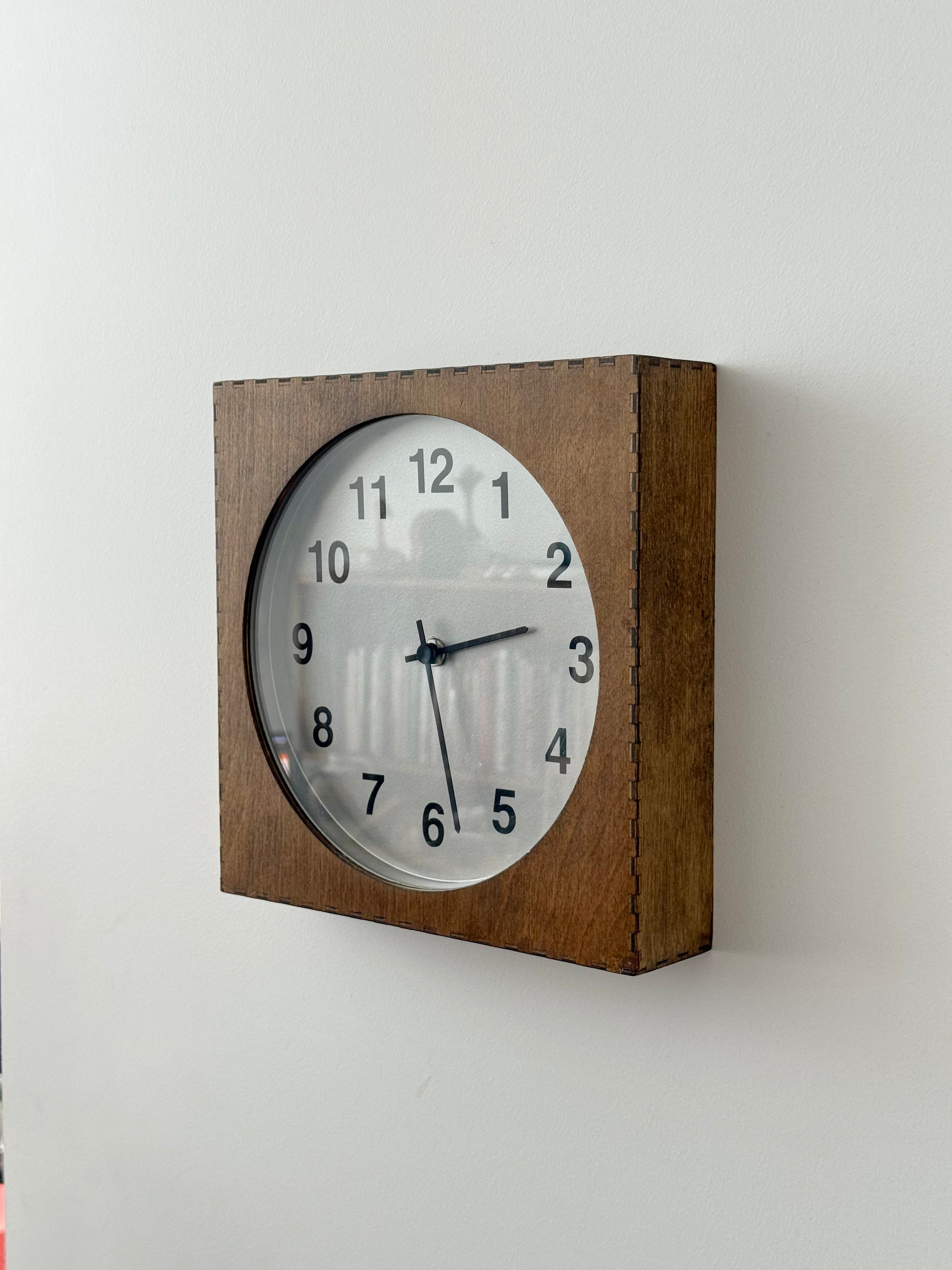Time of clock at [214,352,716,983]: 2:28
